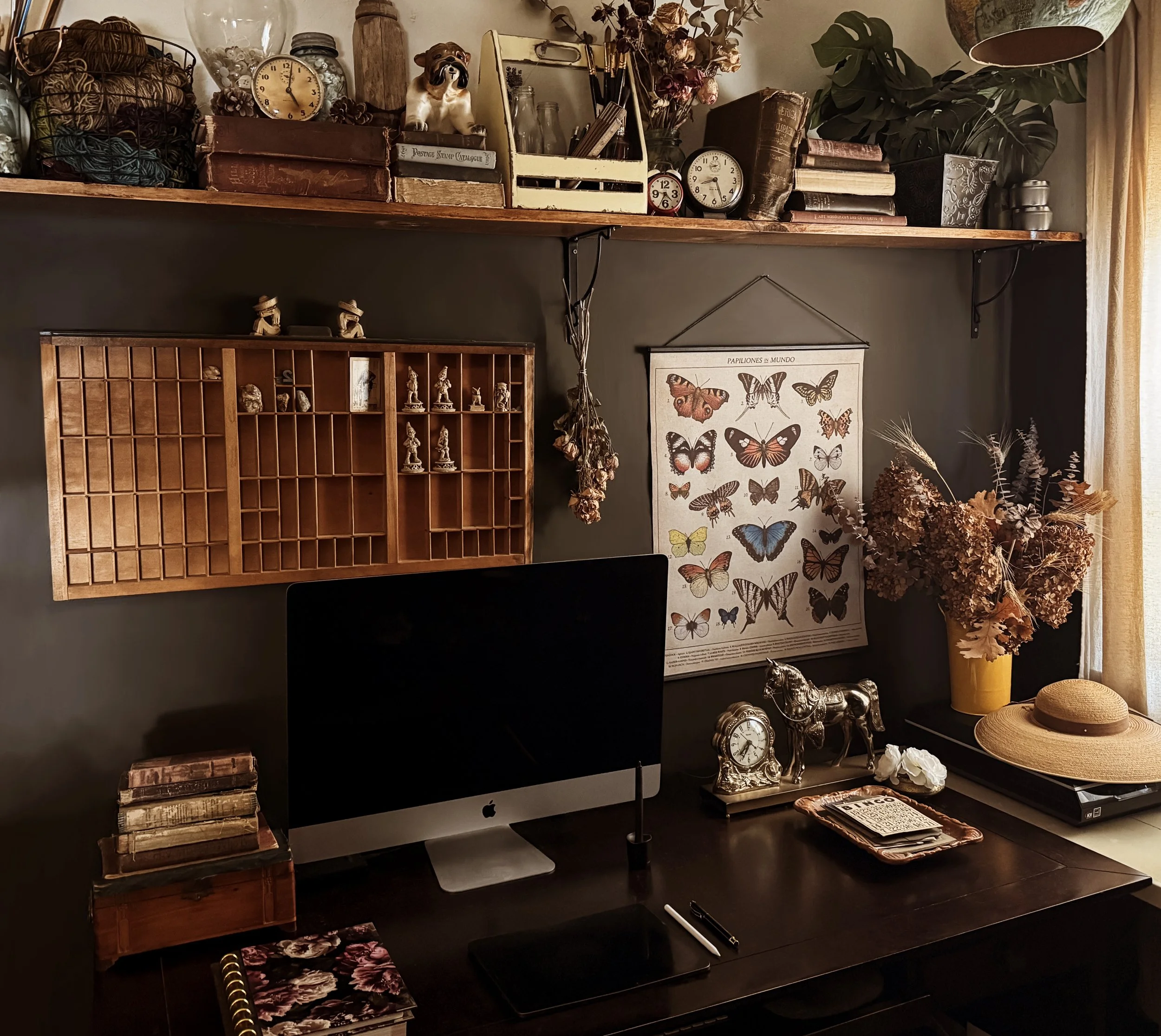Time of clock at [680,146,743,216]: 8:26
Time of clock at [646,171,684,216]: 4:34
